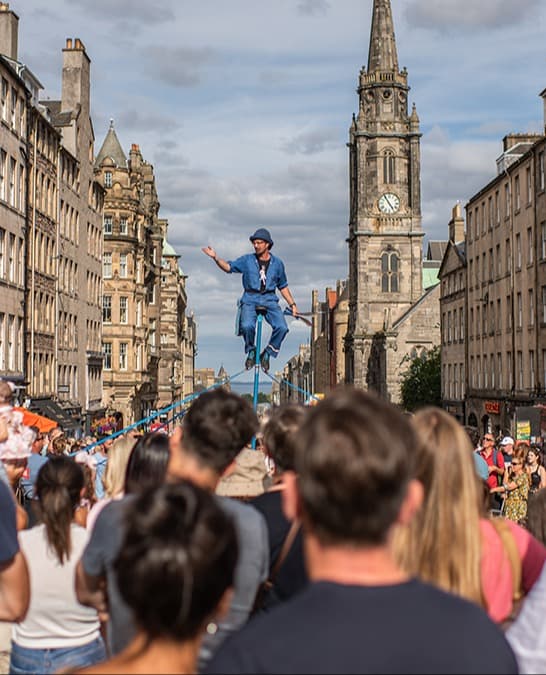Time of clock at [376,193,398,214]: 4:54
